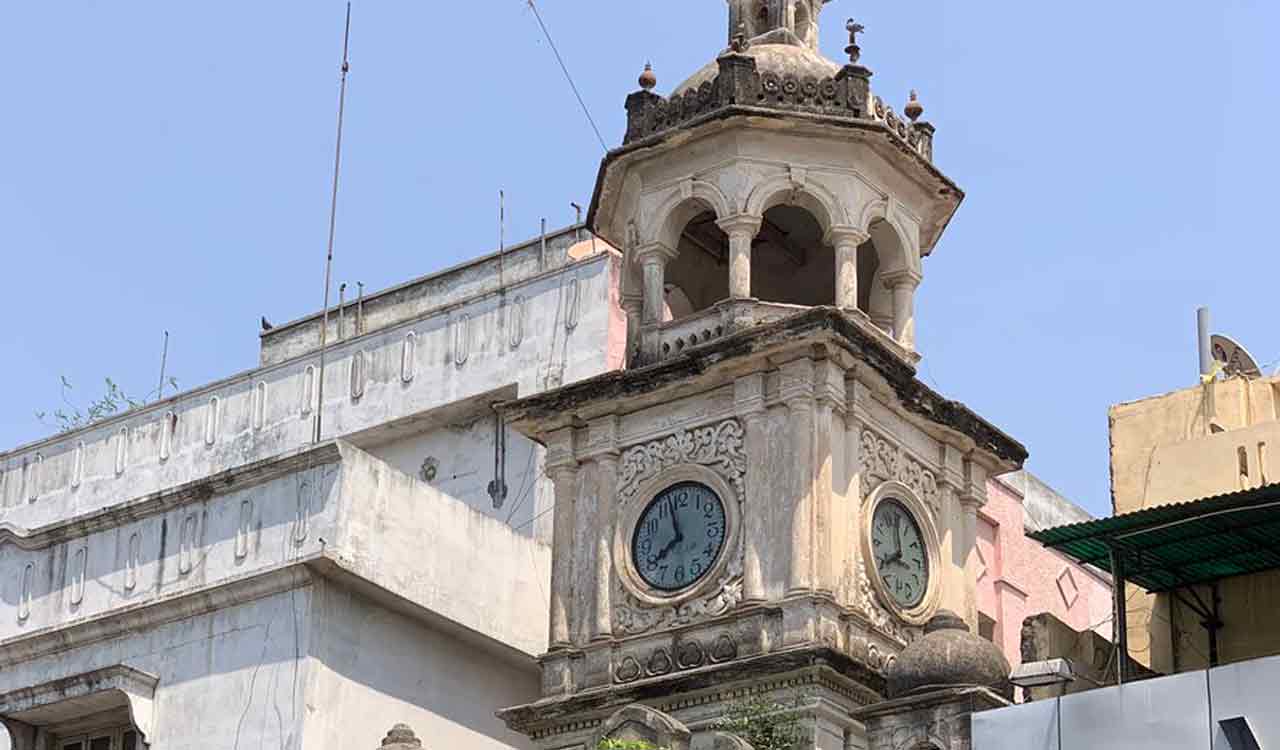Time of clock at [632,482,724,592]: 7:57
